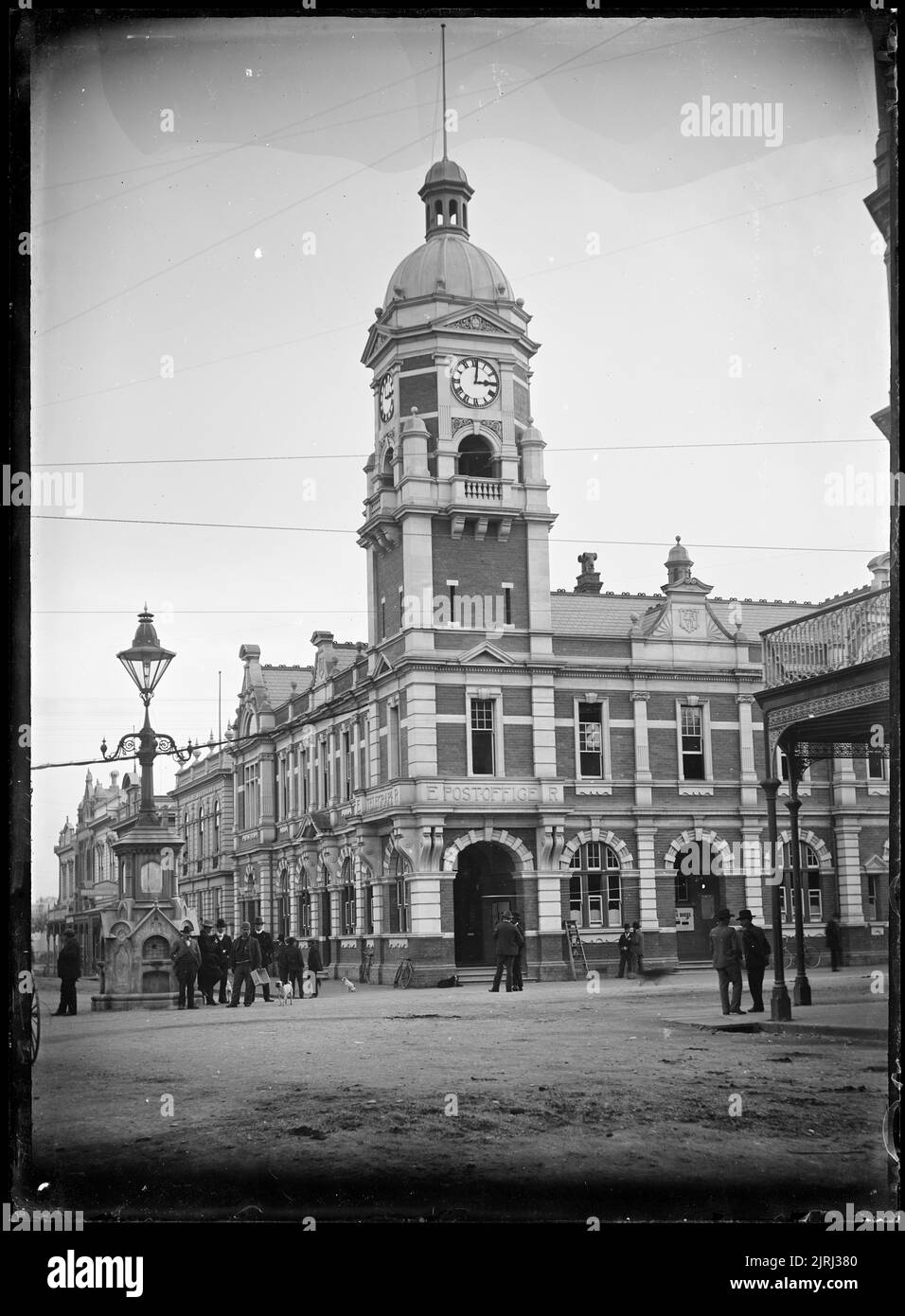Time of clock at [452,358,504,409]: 3:01
